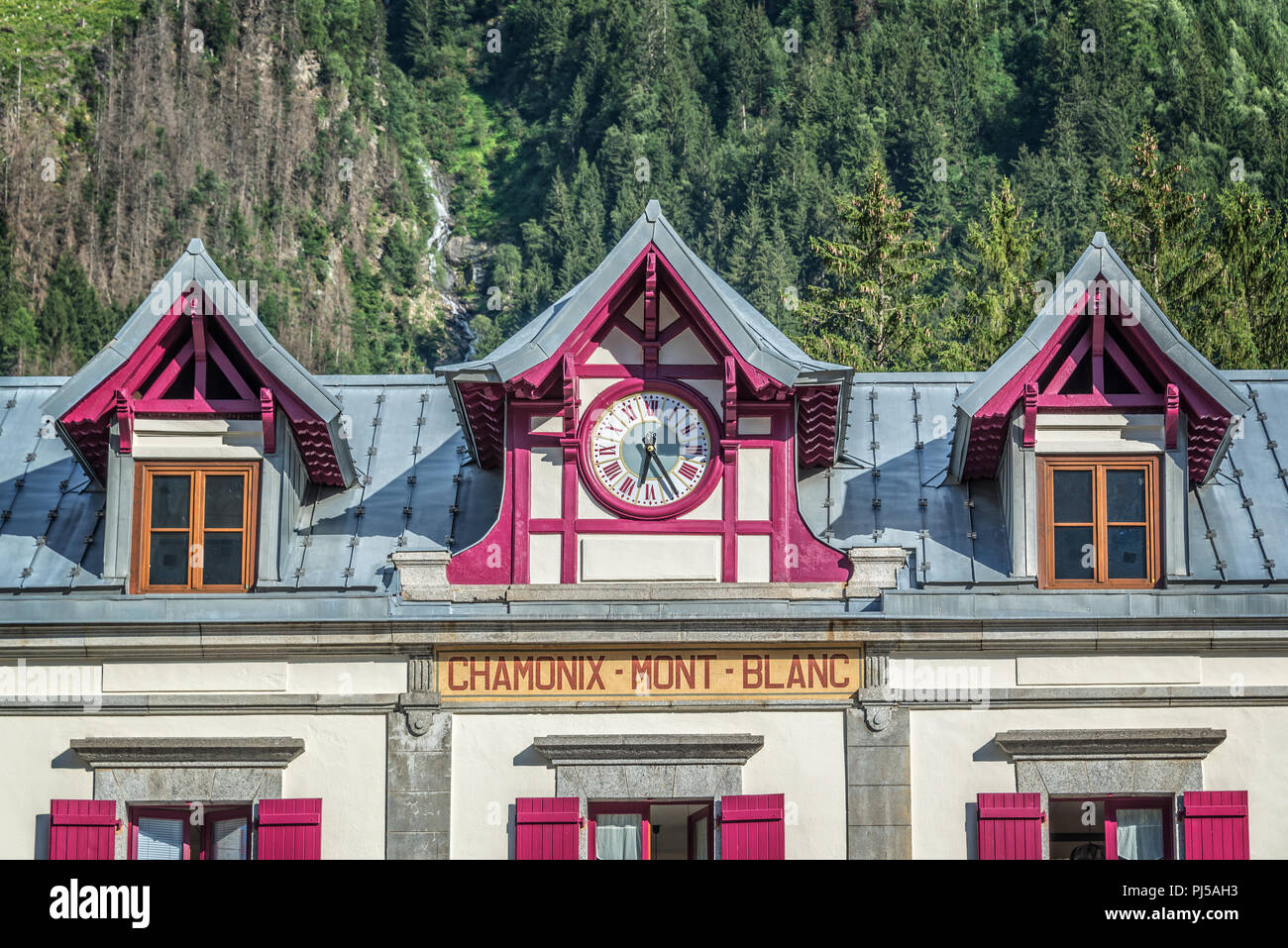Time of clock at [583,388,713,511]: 6:24
